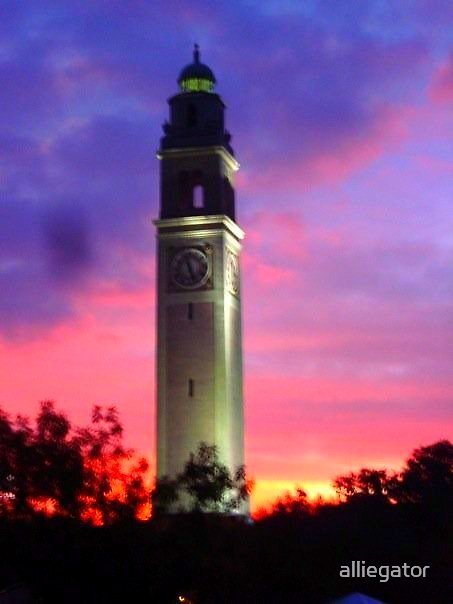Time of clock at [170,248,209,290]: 11:26
